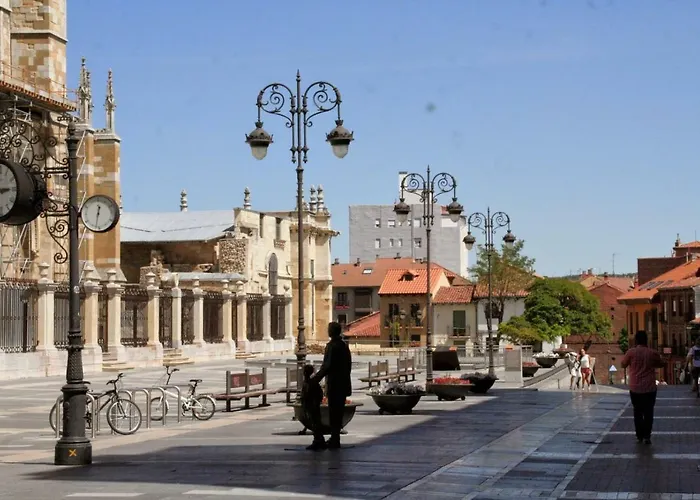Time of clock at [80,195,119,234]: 12:32
